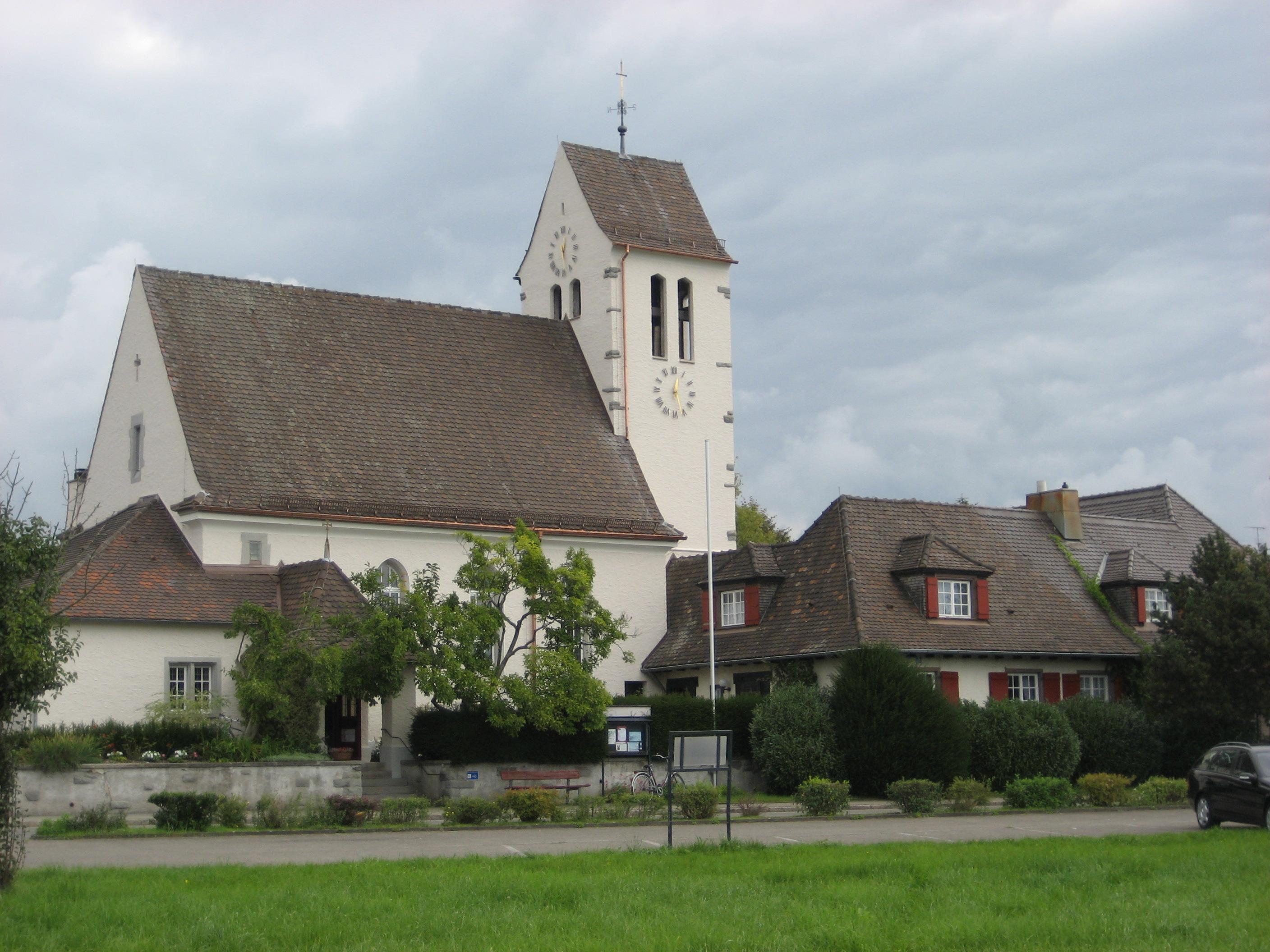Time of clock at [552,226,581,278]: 12:28
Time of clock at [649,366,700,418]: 12:27
